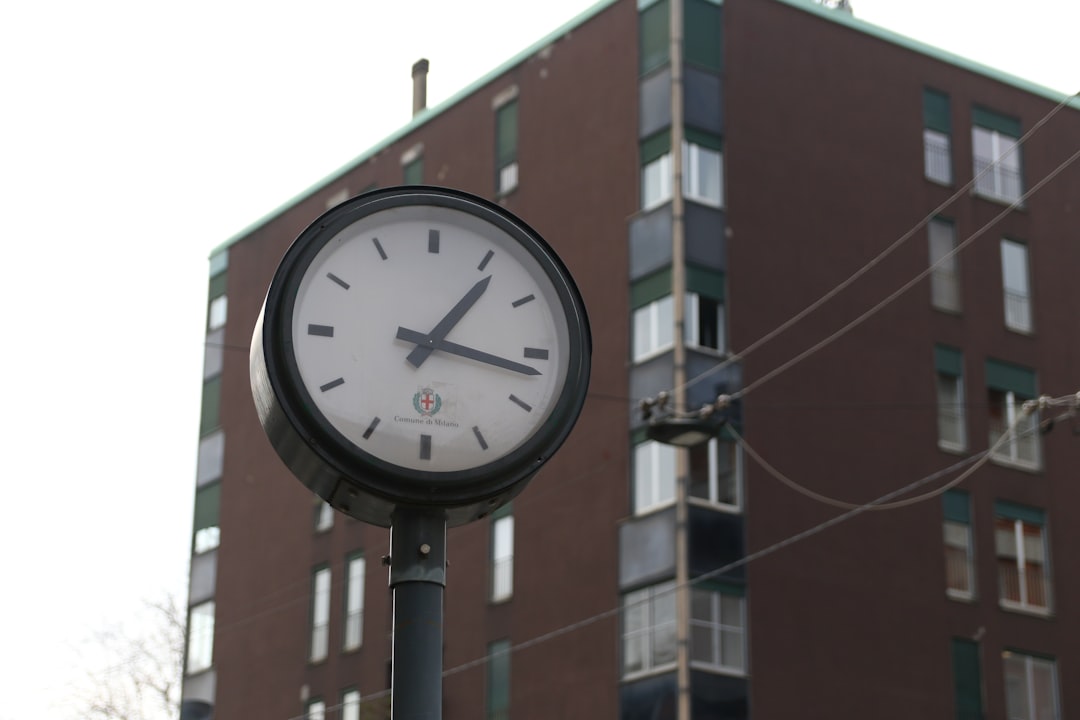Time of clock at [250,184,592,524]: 1:16
